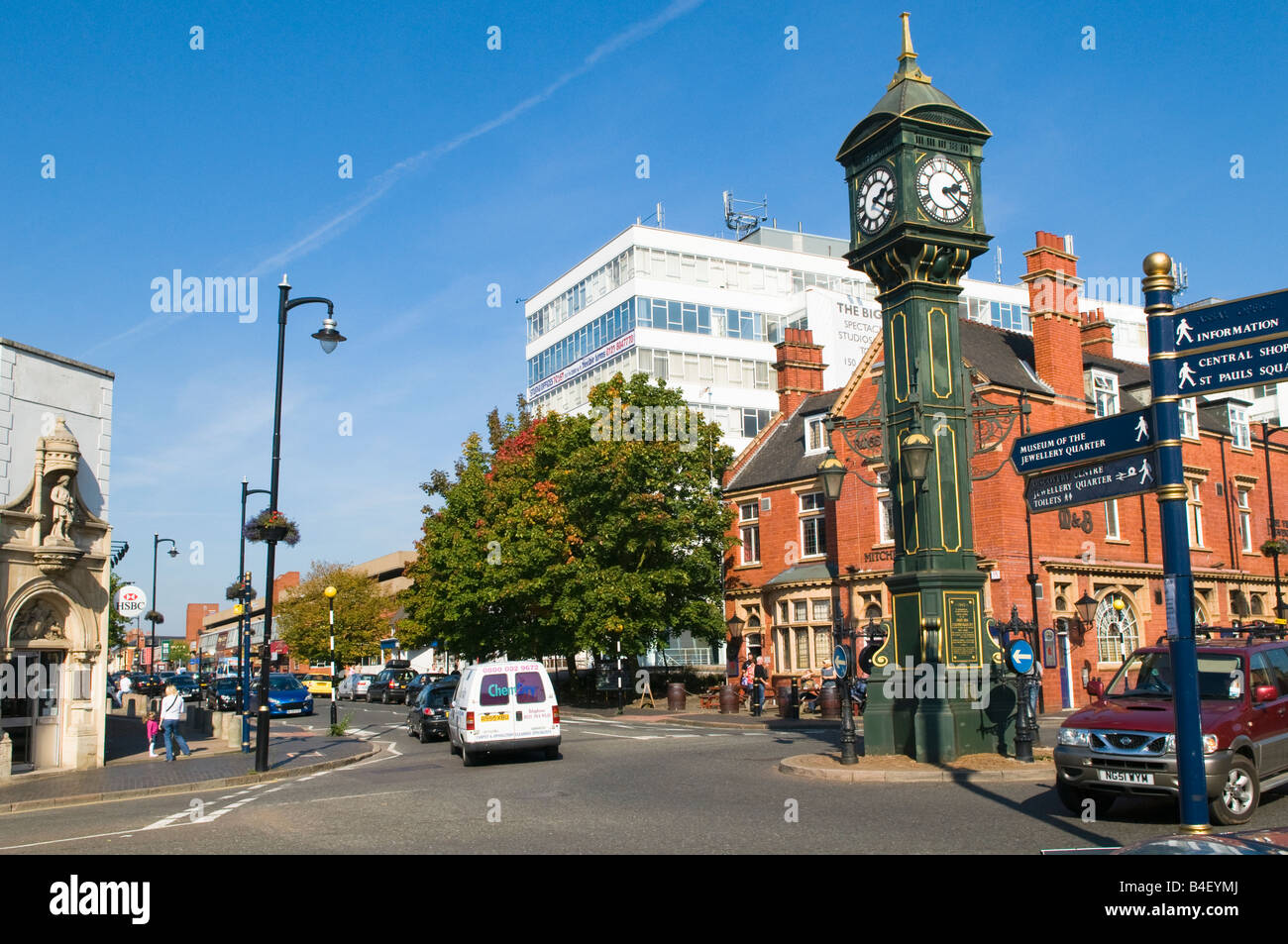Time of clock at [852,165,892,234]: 2:20
